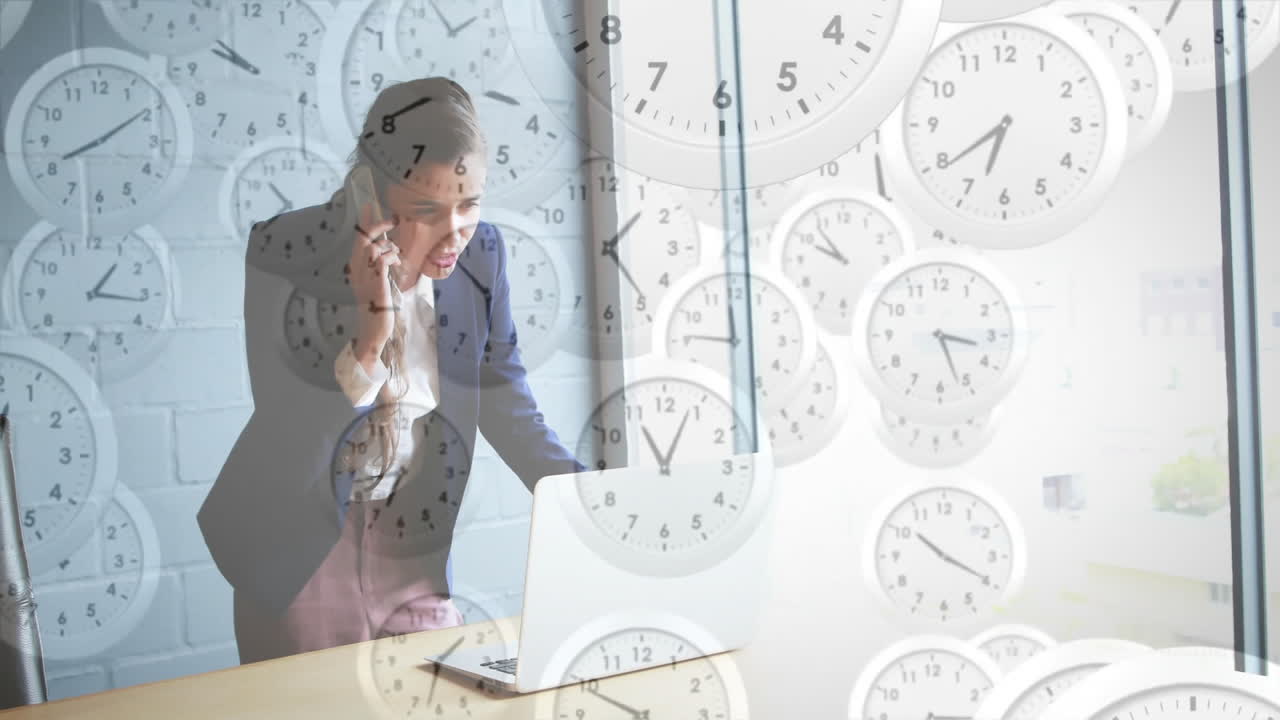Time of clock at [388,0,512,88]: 1:54
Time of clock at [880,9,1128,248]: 6:39
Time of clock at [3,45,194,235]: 8:09
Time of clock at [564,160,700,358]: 1:28
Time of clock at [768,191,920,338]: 9:53
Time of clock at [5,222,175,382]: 1:16
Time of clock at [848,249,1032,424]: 3:26
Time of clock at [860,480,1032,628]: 10:19
